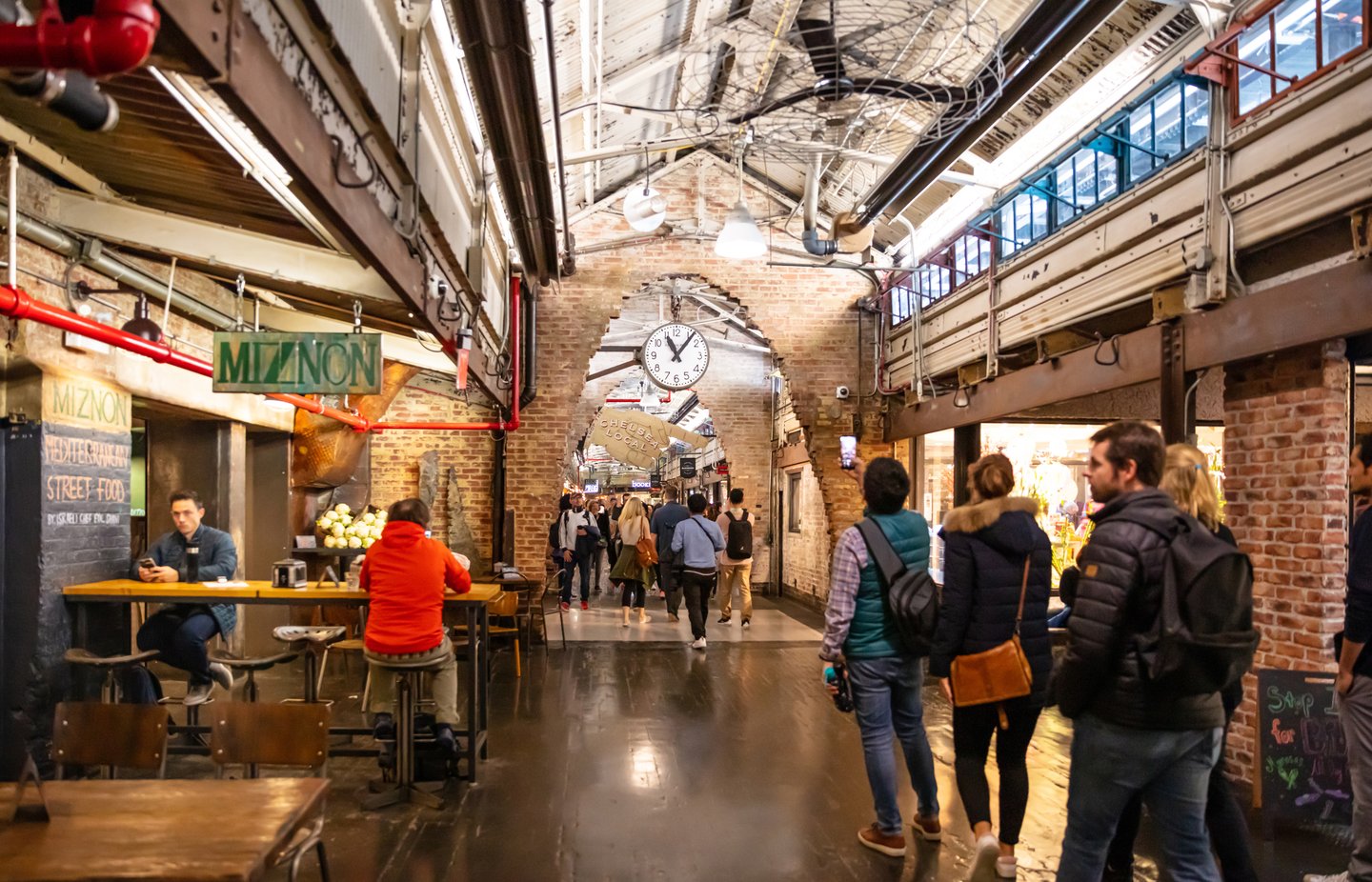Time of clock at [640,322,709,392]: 11:06
